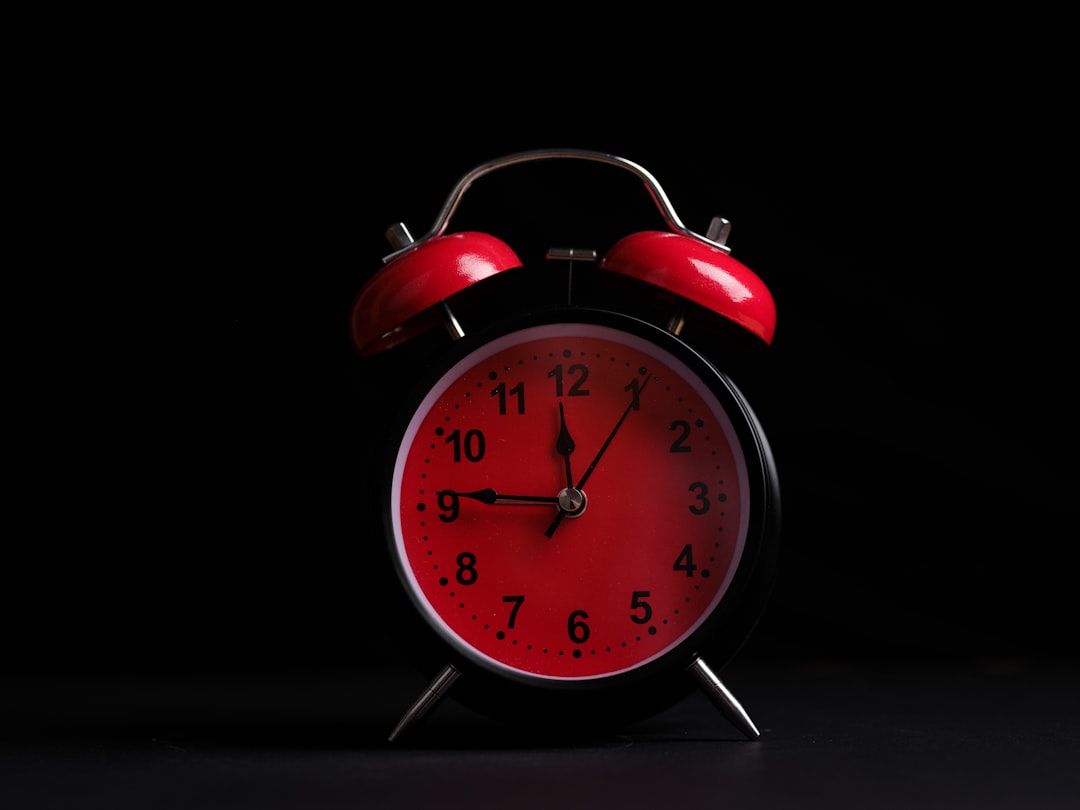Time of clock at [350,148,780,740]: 11:45
